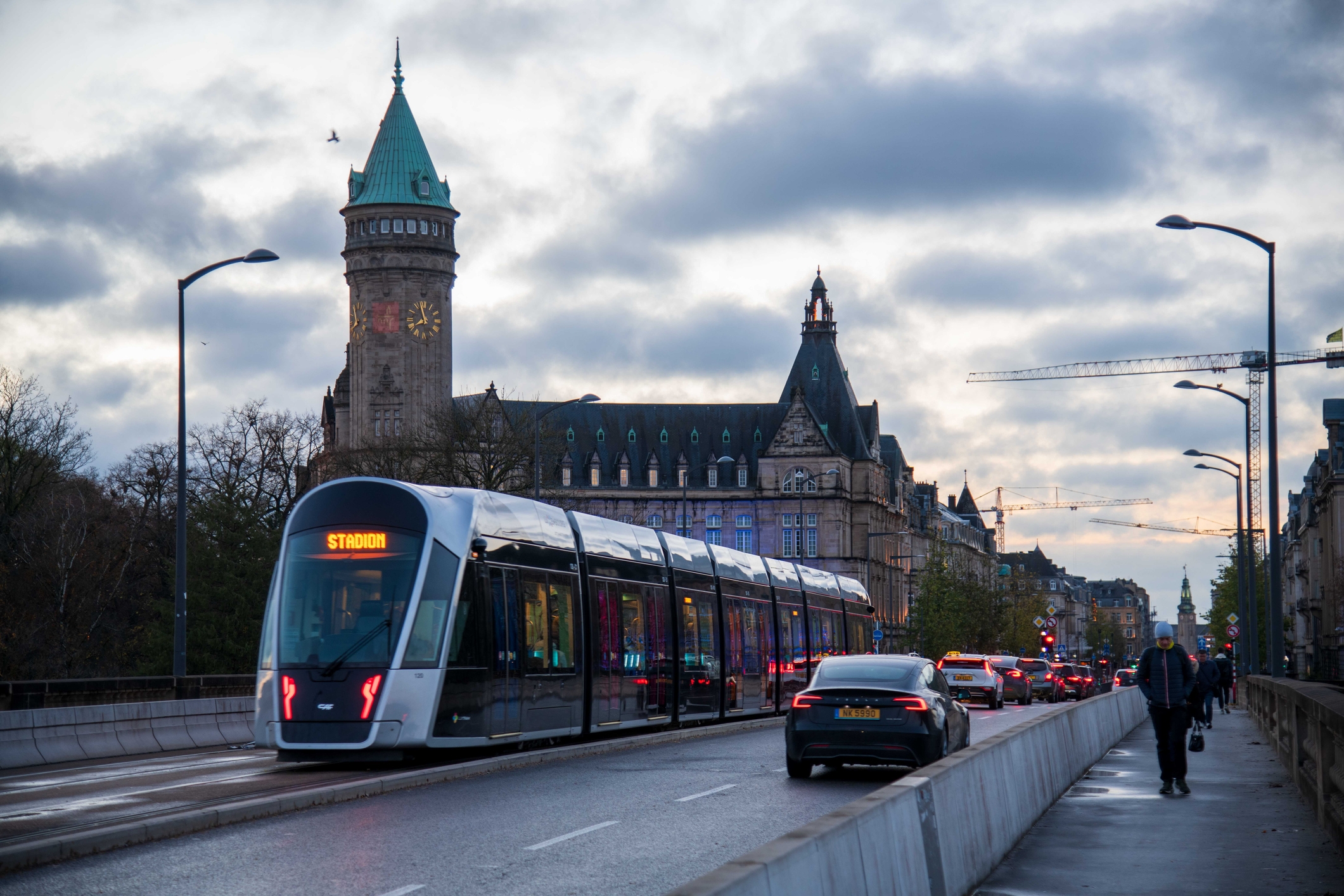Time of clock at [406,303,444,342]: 7:58
